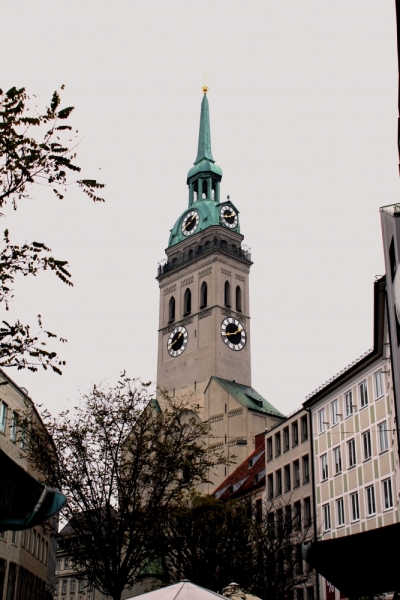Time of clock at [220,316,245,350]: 1:42
